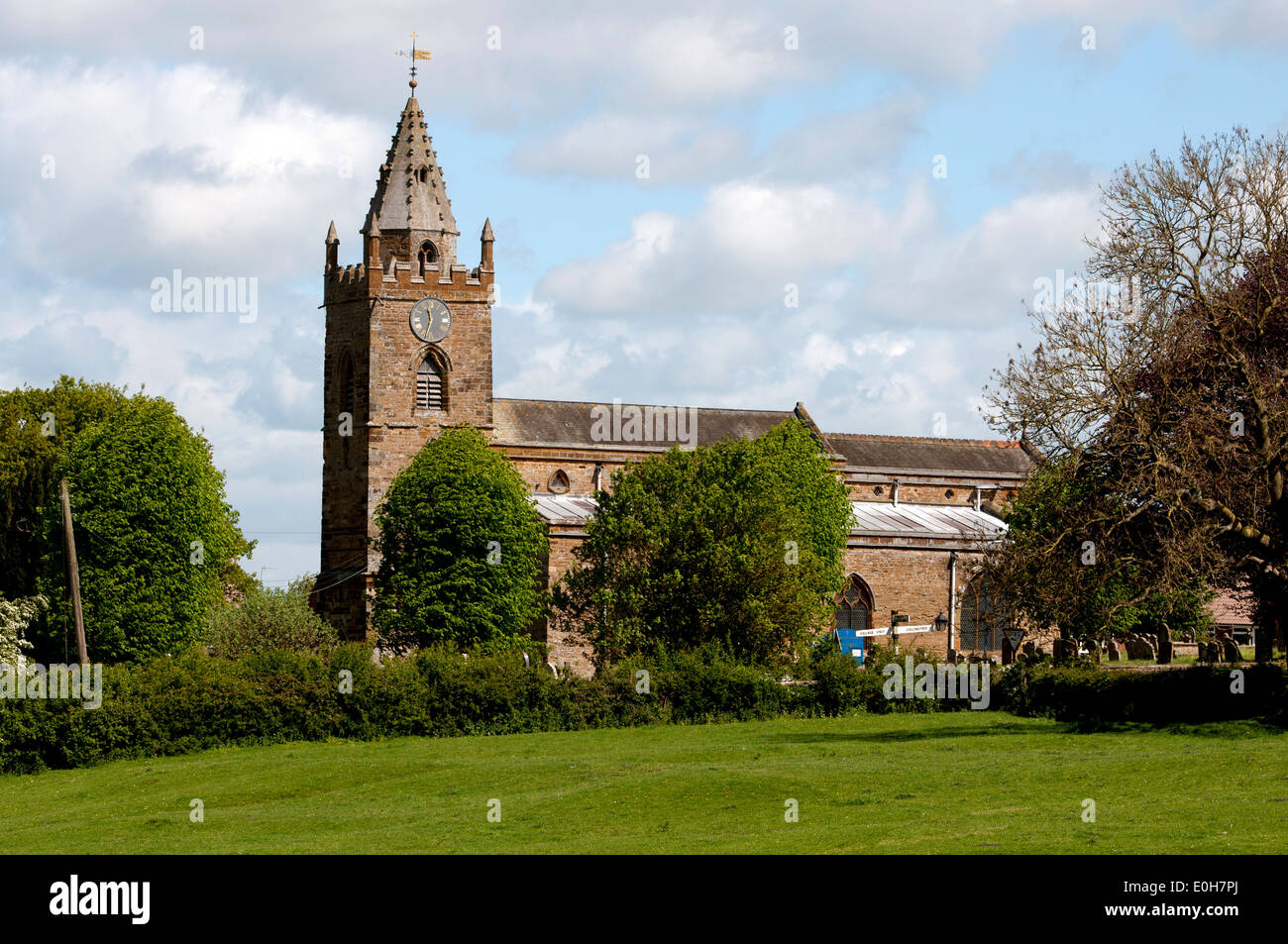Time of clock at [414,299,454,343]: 11:33
